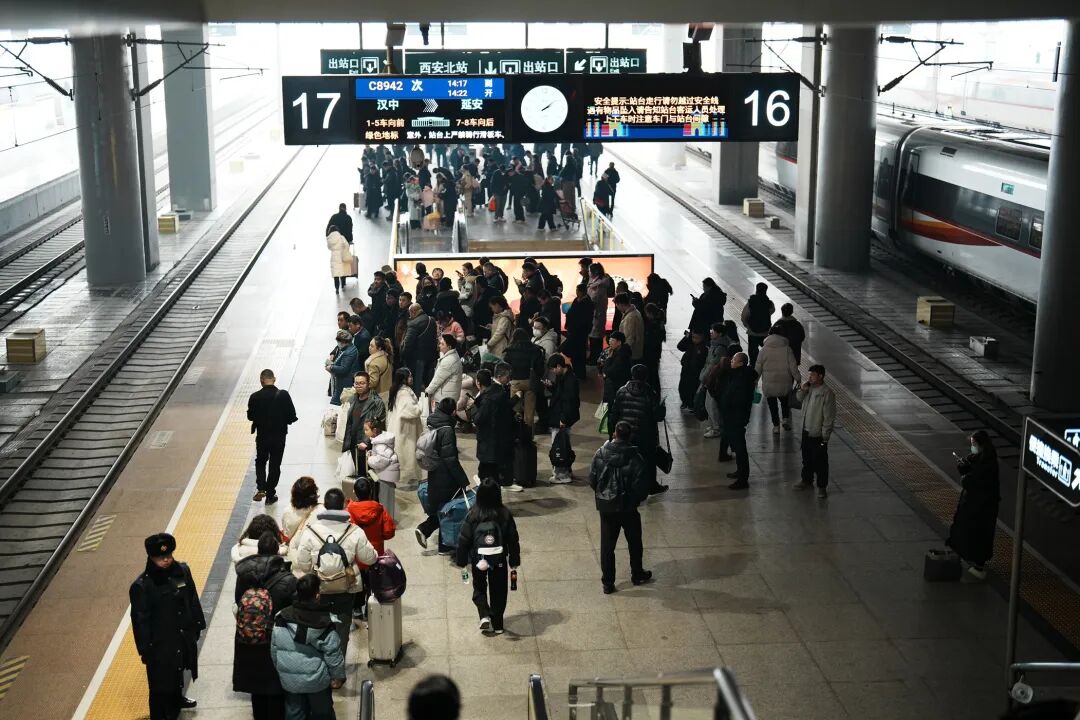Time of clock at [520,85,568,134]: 2:09
